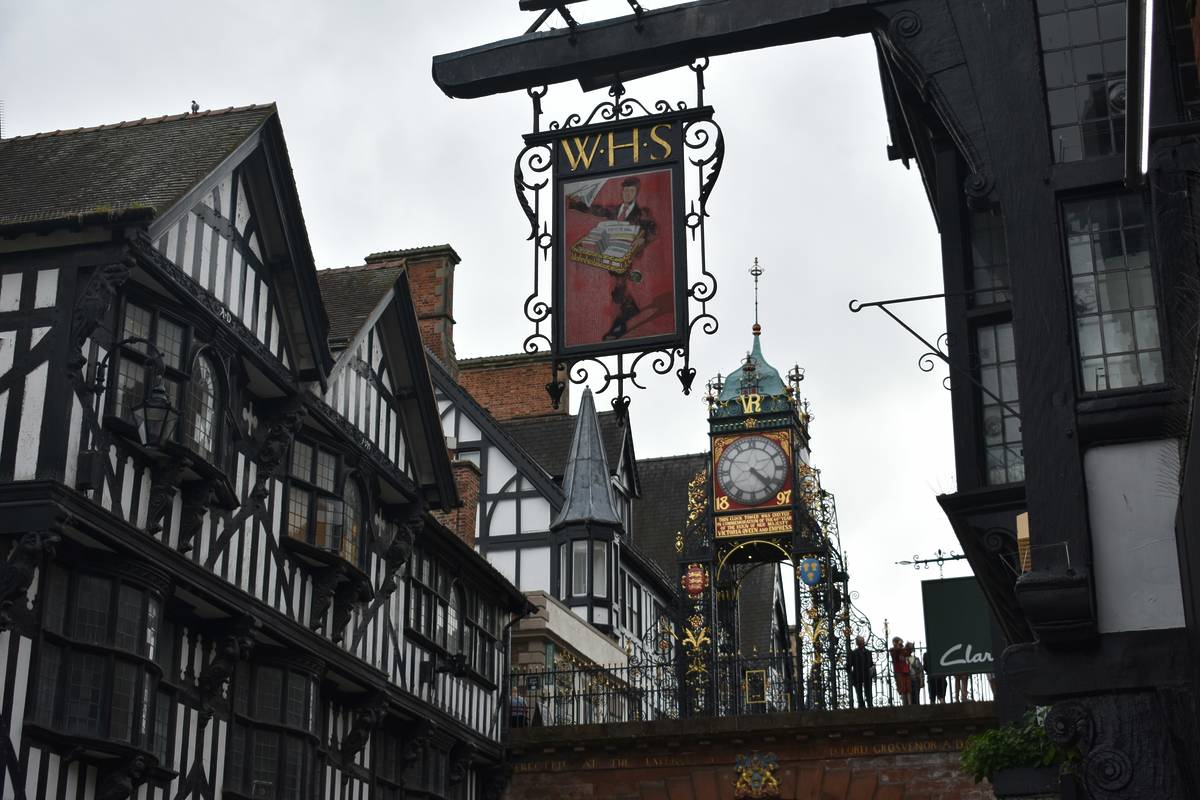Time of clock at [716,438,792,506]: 4:23
